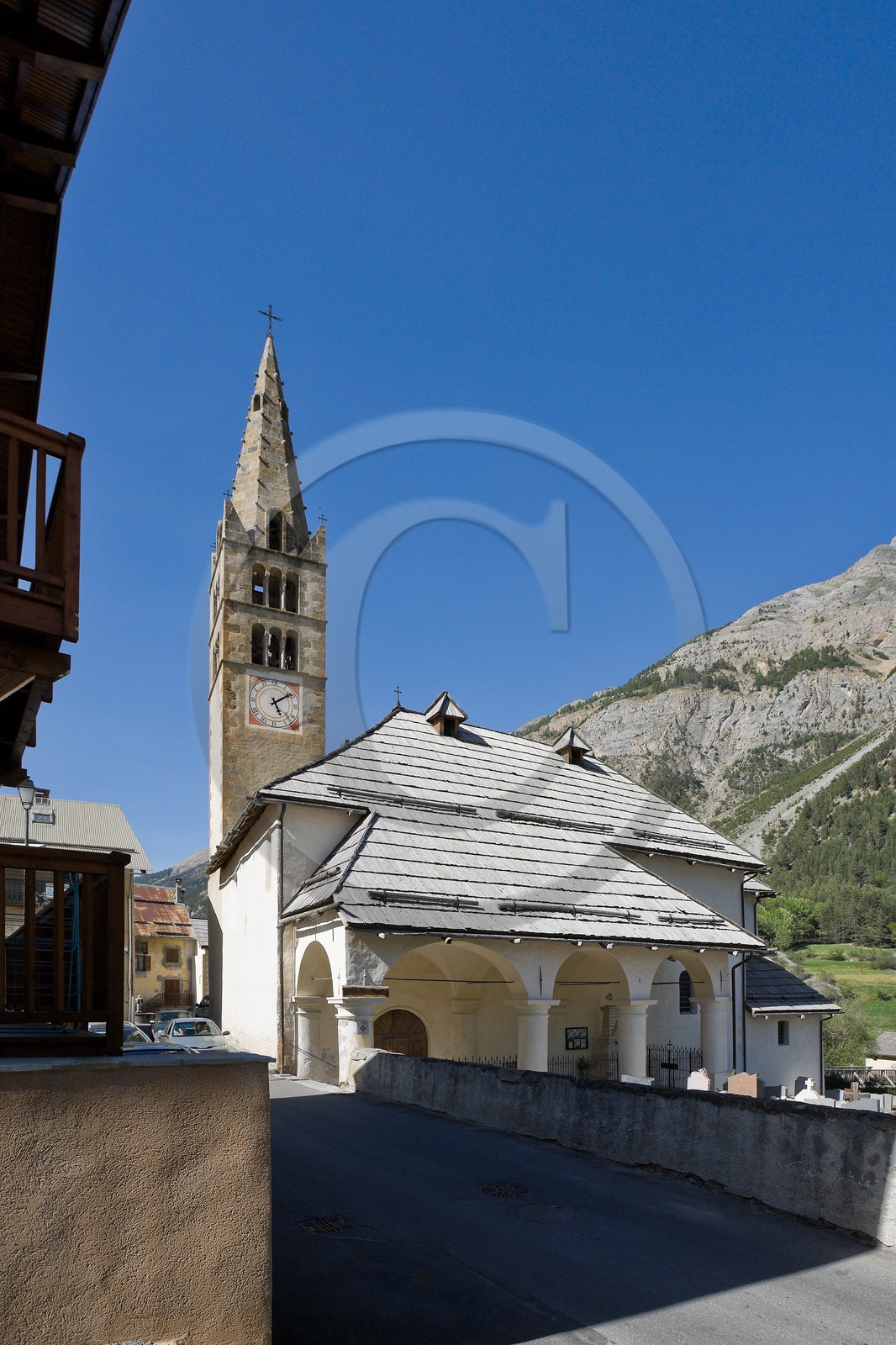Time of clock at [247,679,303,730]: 5:09
